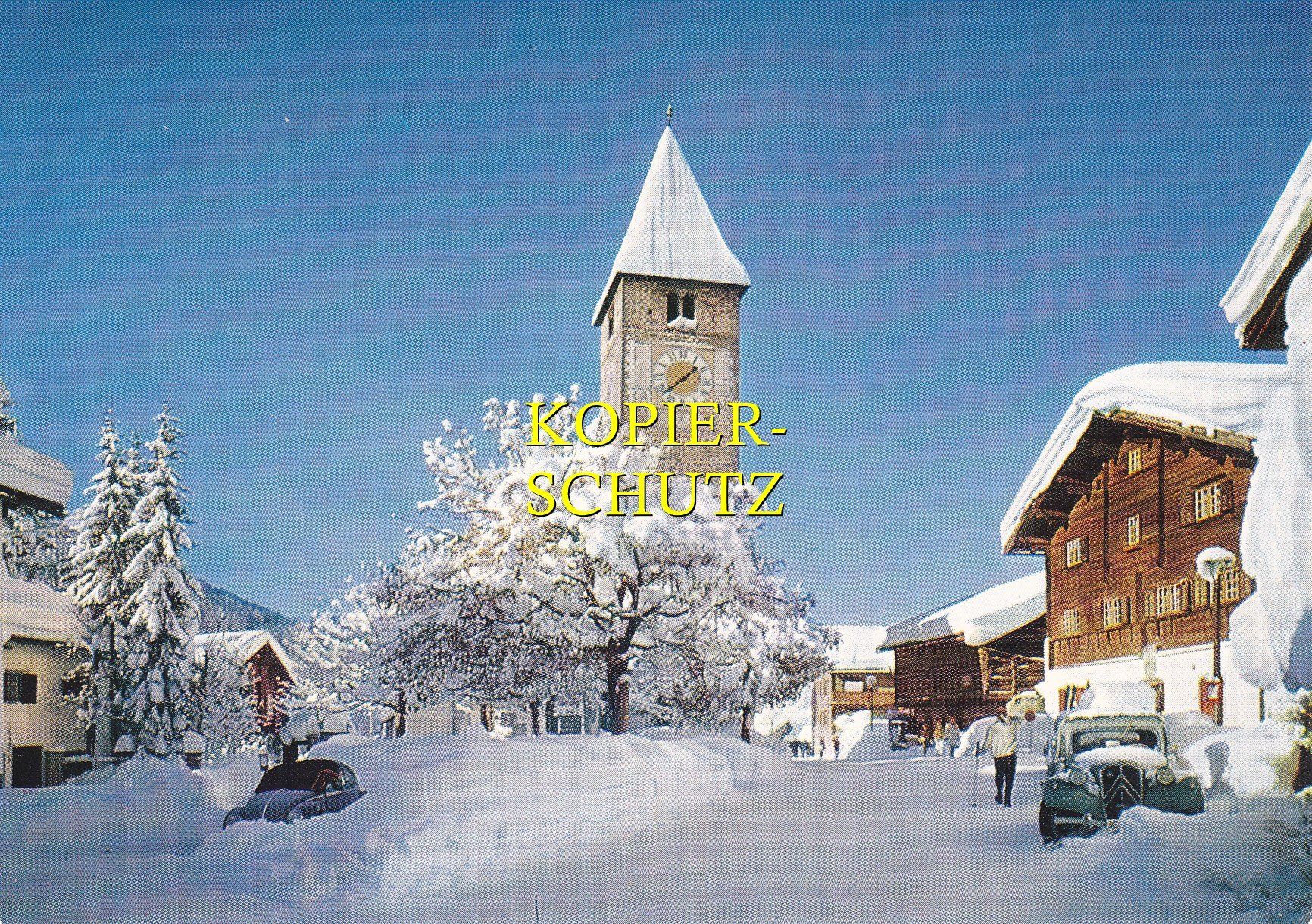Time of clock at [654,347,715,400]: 1:38
